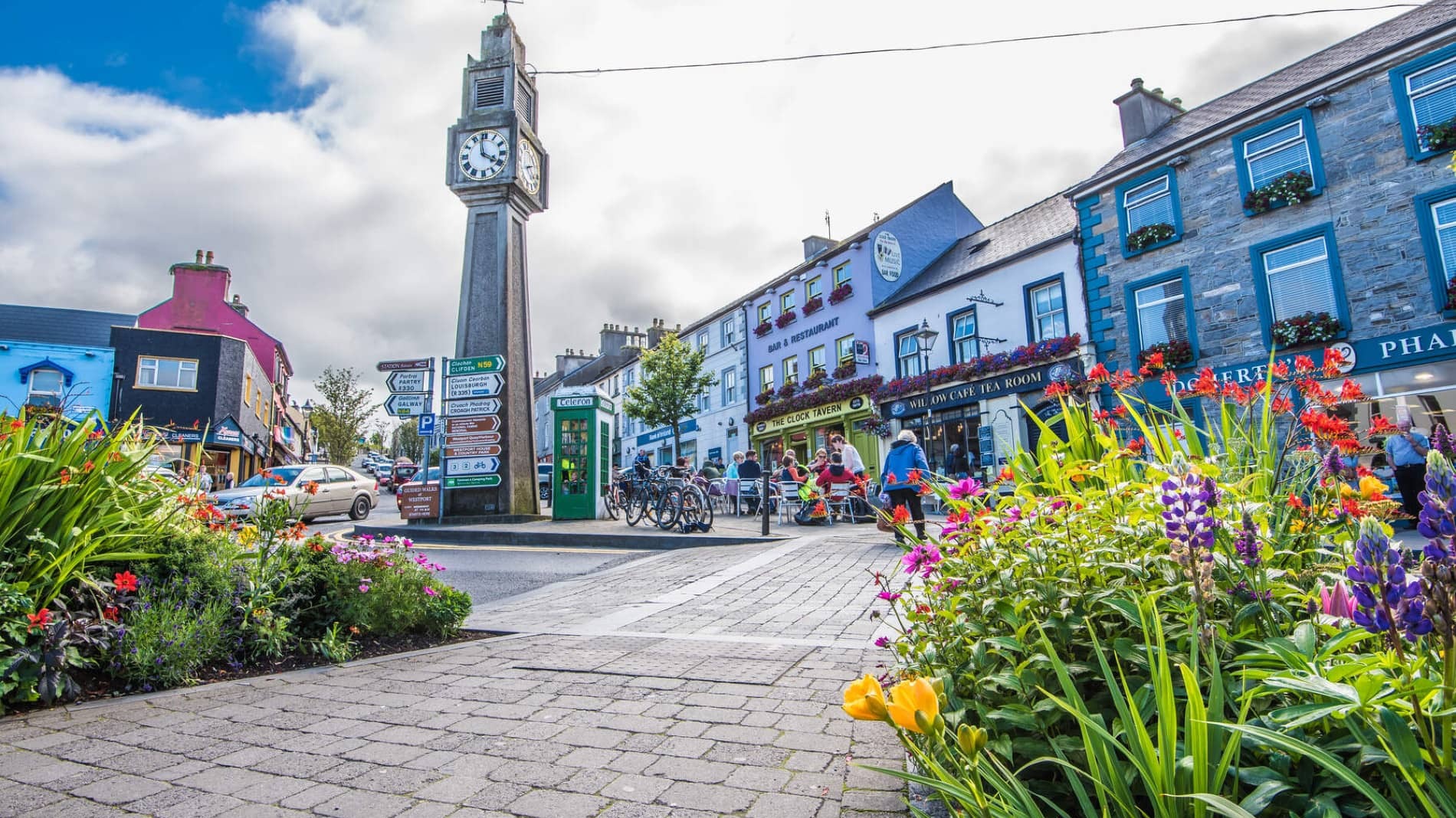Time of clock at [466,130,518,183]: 3:58
